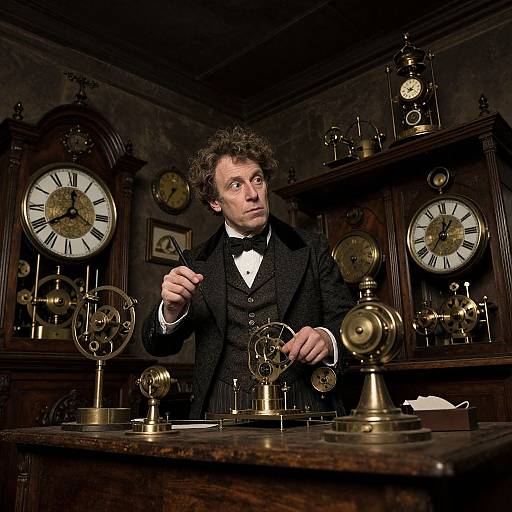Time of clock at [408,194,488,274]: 1:01
